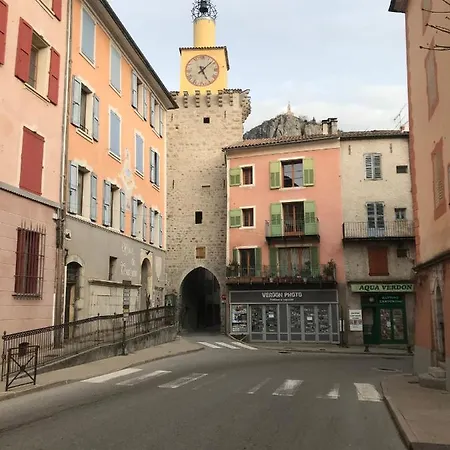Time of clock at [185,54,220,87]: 5:08
